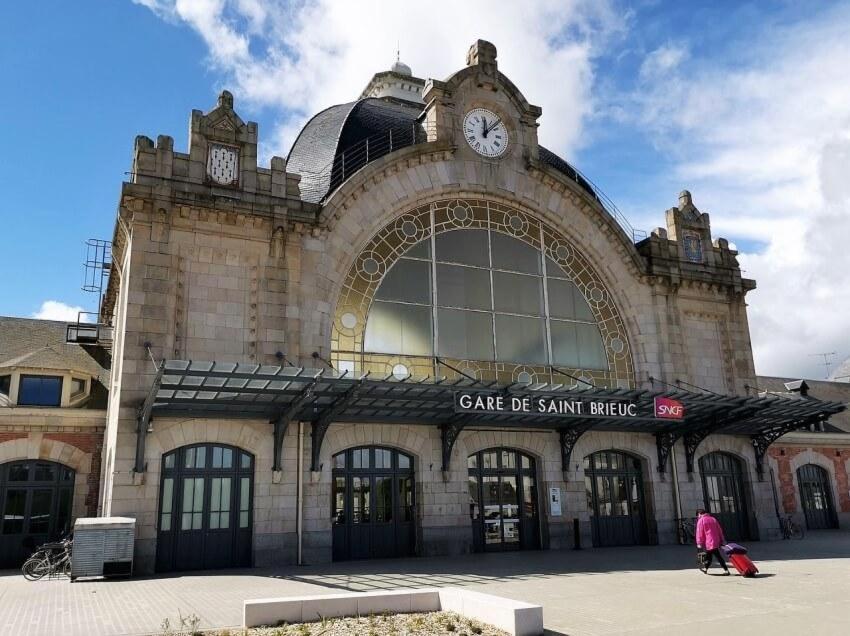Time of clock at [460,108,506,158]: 12:07
